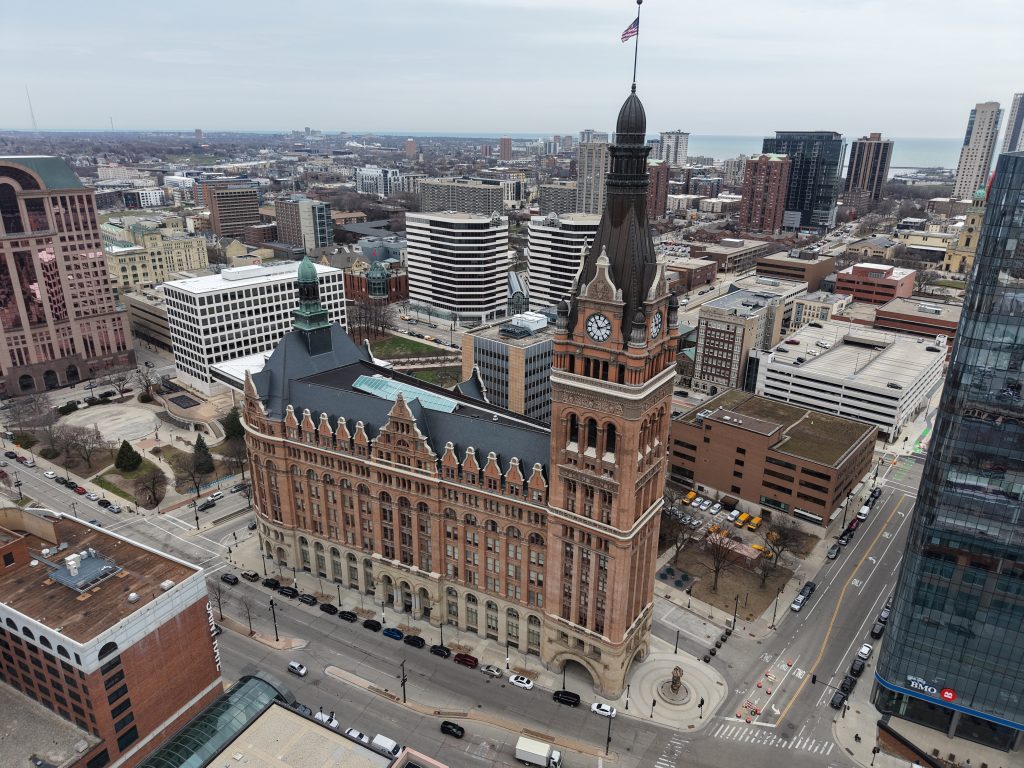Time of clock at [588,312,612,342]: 11:11
